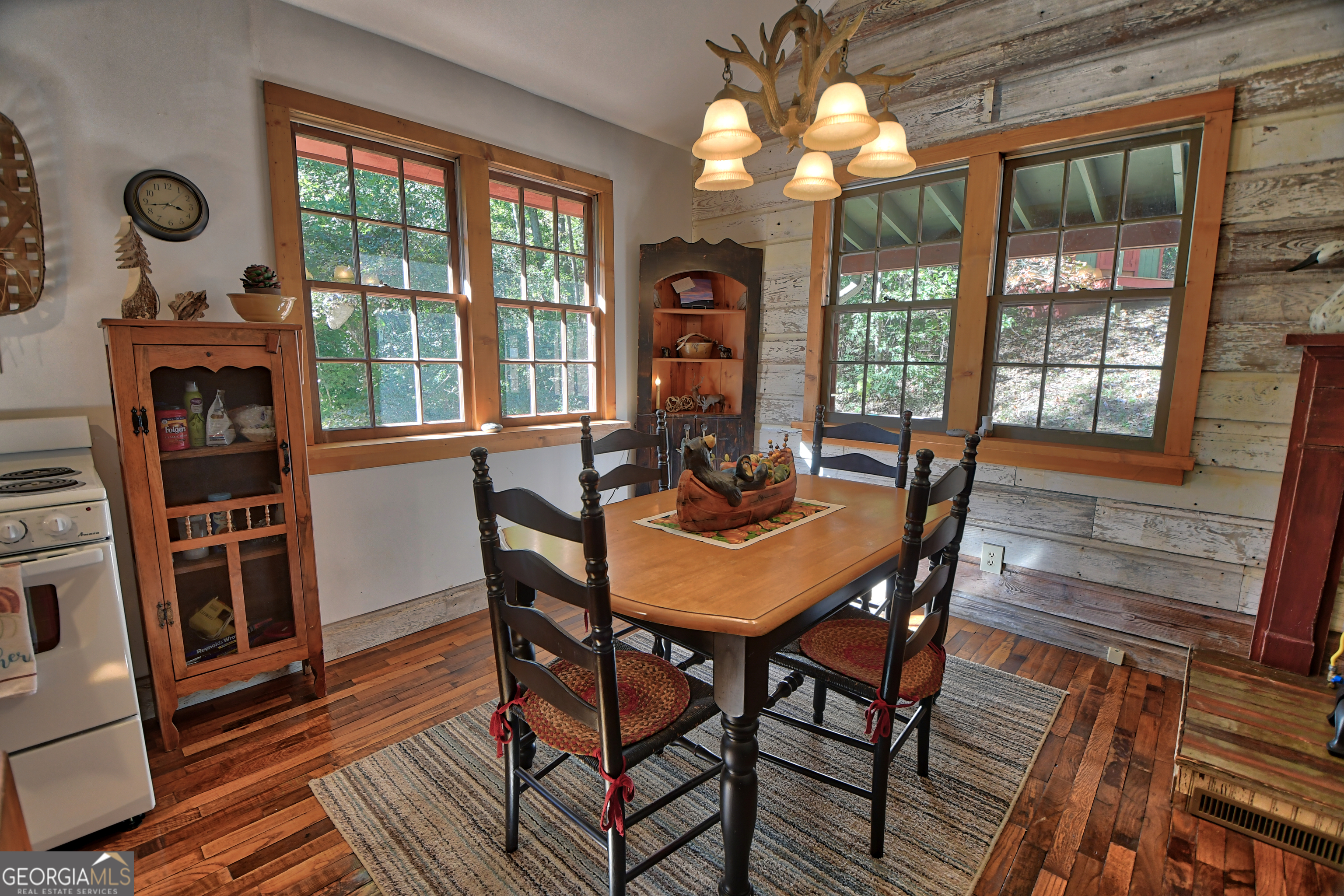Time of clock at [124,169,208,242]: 3:43
